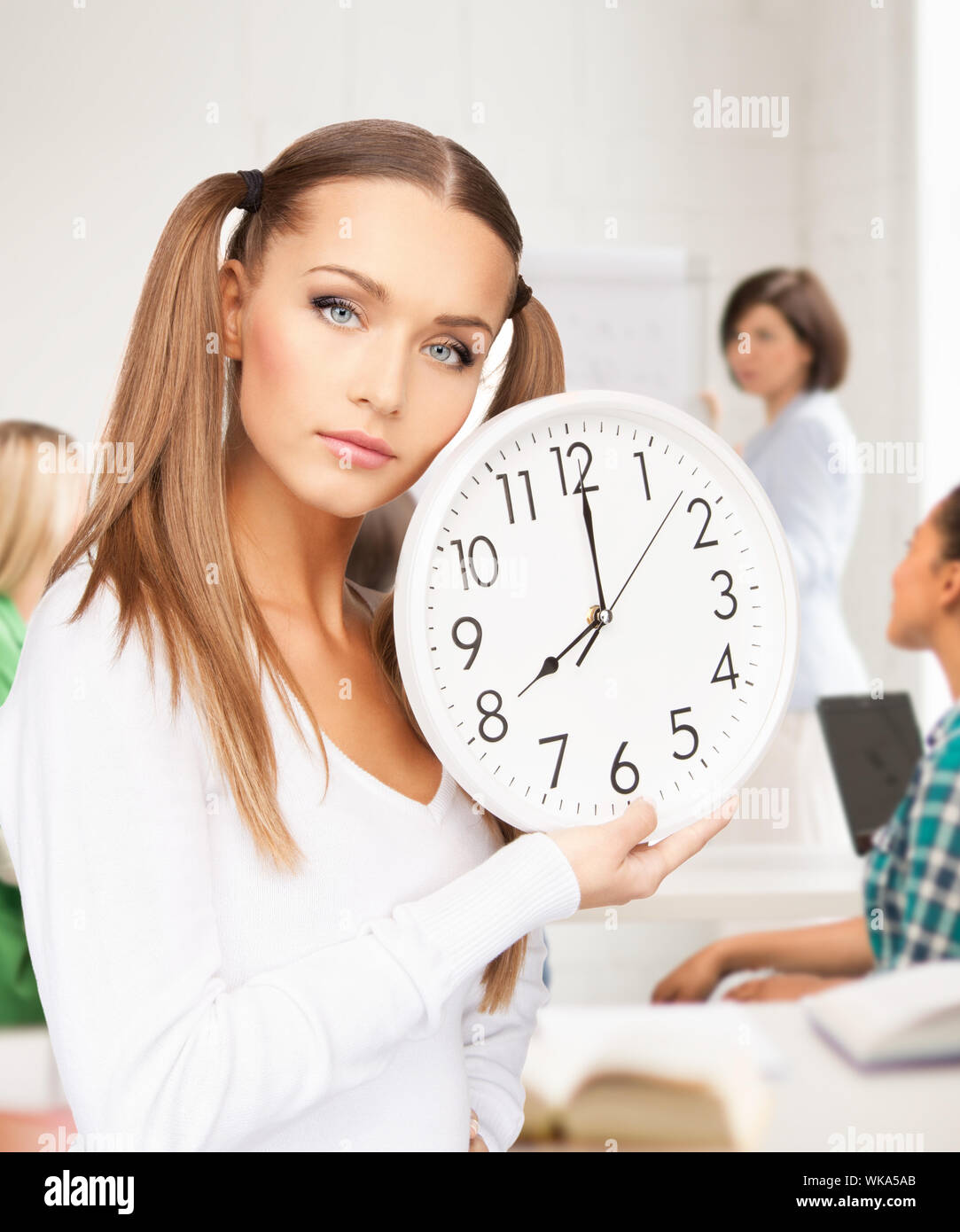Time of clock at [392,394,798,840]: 8:00
